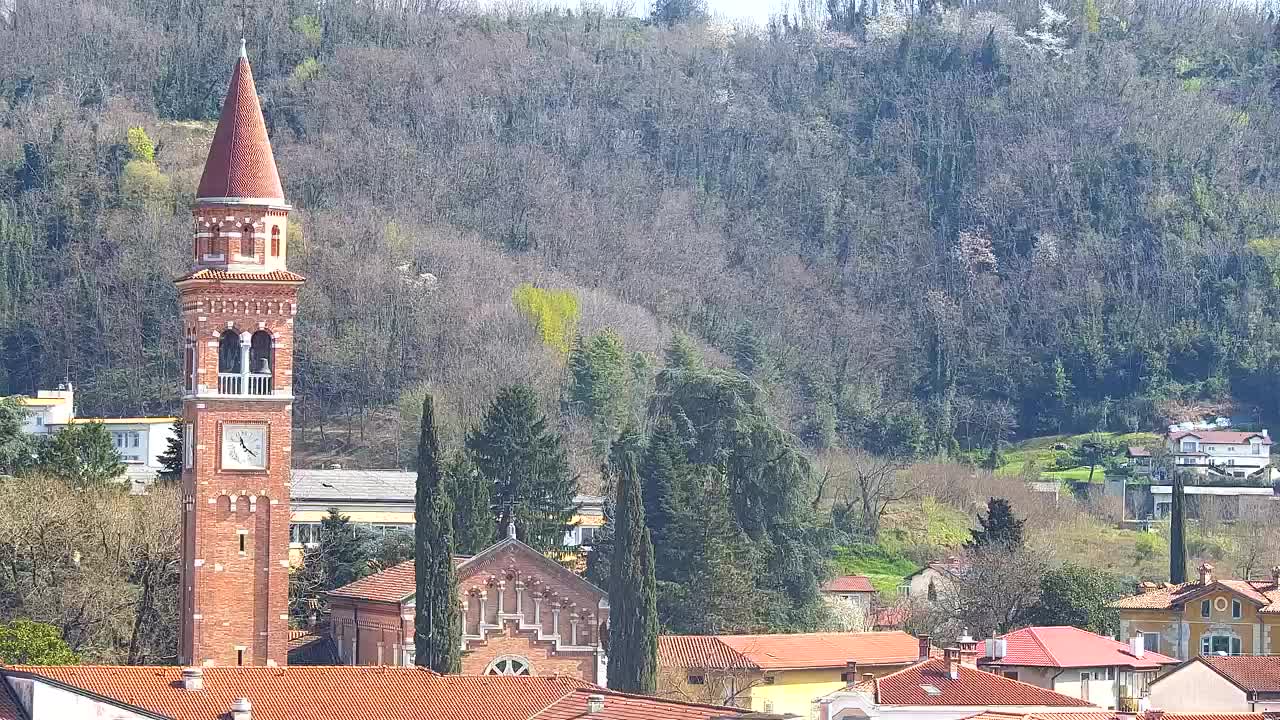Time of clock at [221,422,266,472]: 11:21
